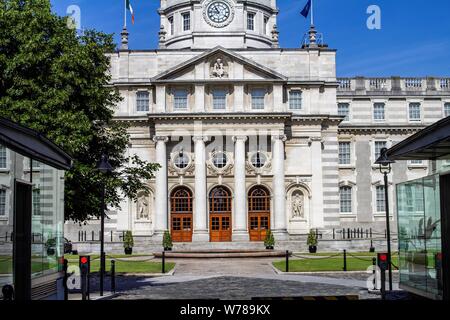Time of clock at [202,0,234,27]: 10:45
